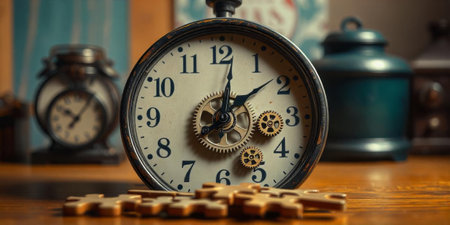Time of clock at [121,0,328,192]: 12:08
